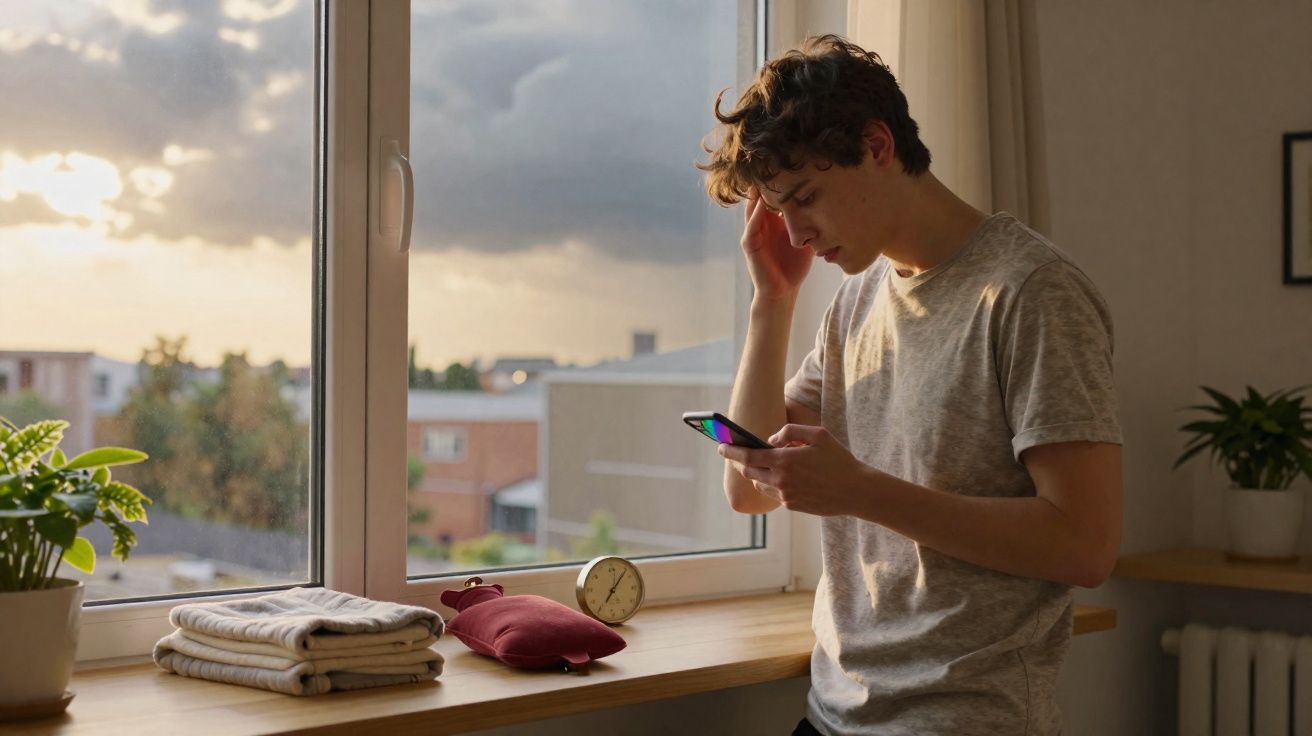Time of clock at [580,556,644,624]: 7:06
